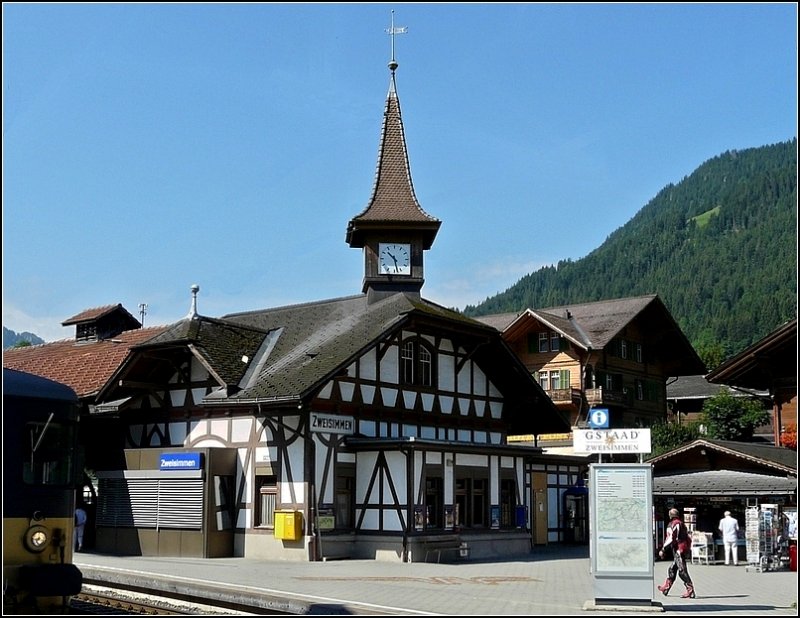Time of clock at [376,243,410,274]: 10:28
